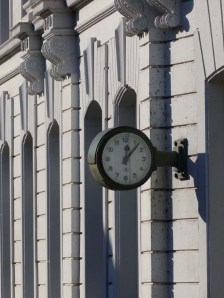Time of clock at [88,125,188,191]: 12:07
